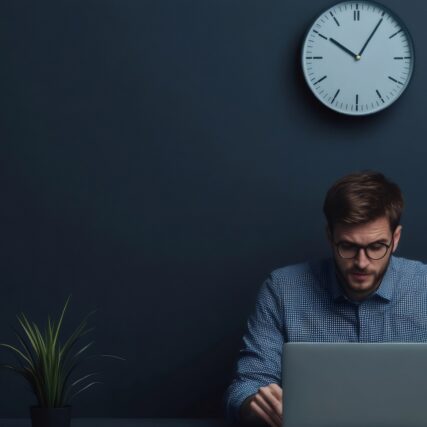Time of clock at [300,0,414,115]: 10:05
